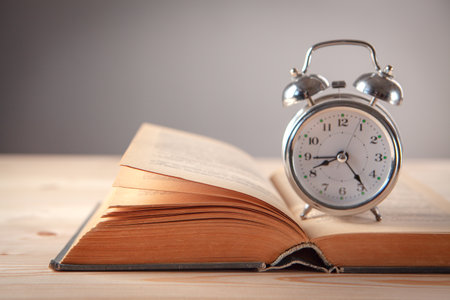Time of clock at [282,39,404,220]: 8:23
